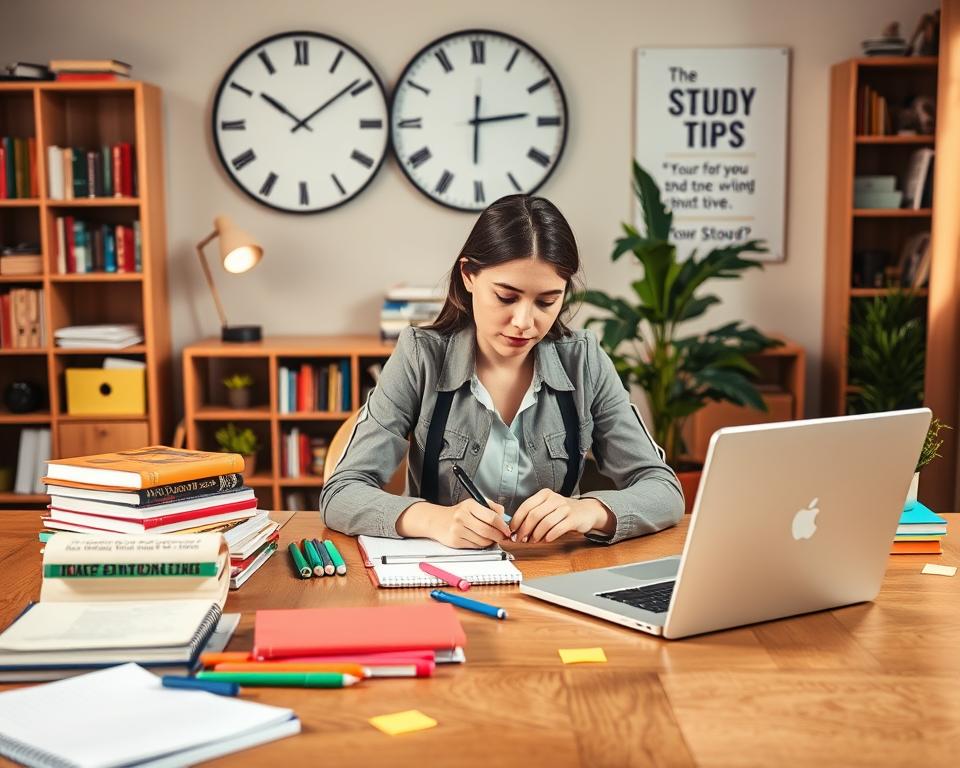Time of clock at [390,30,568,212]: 6:13
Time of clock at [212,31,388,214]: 10:08
